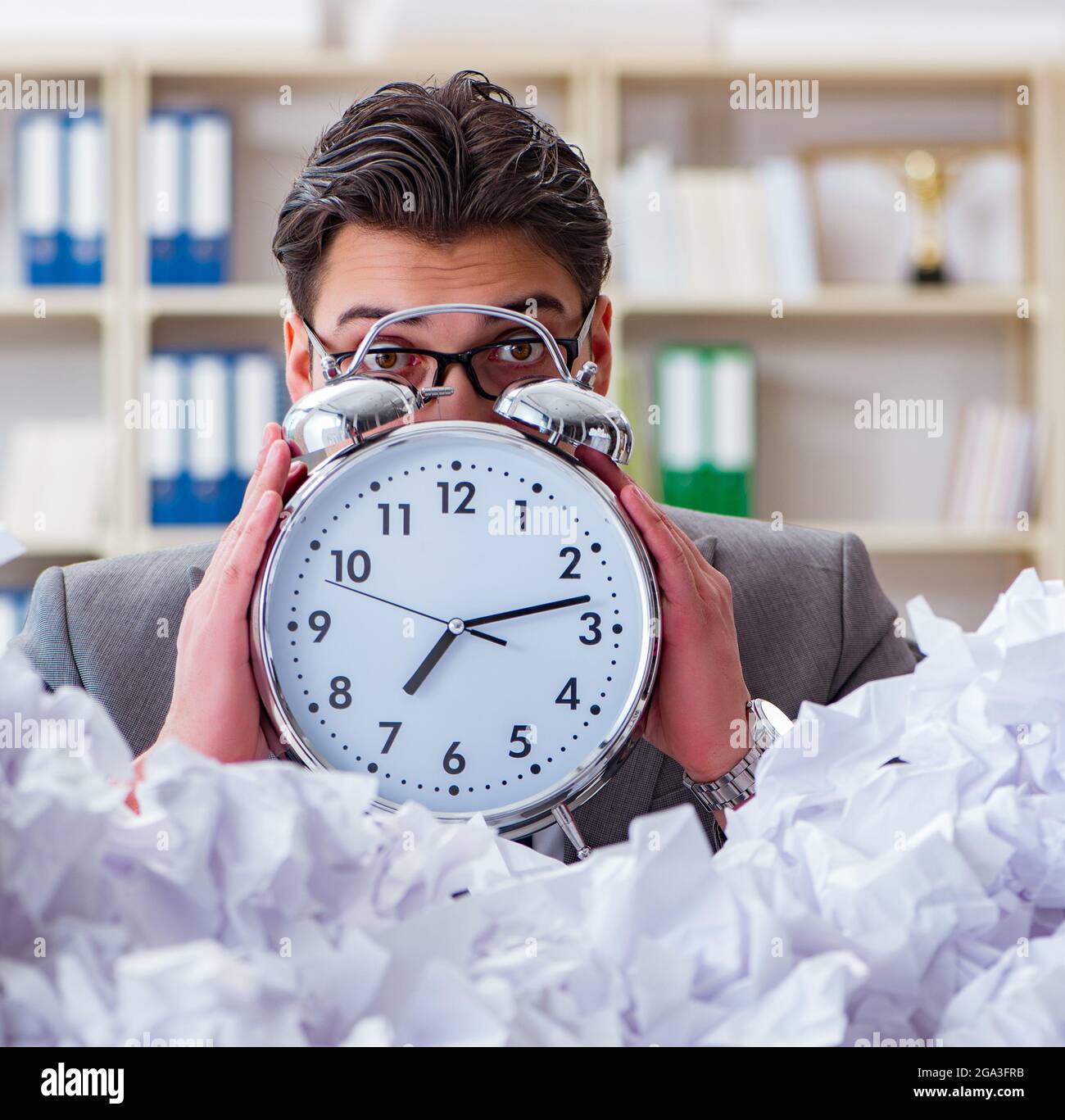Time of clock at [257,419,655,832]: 7:12
